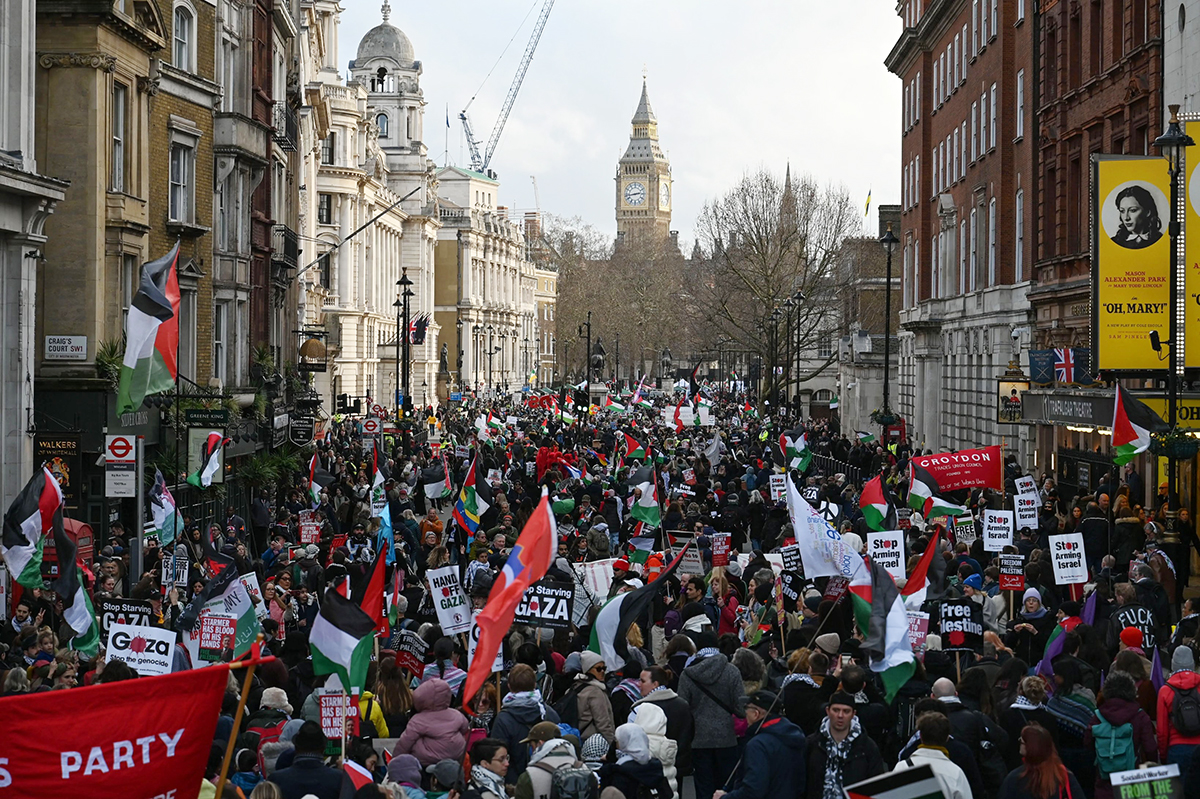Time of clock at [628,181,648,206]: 2:43
